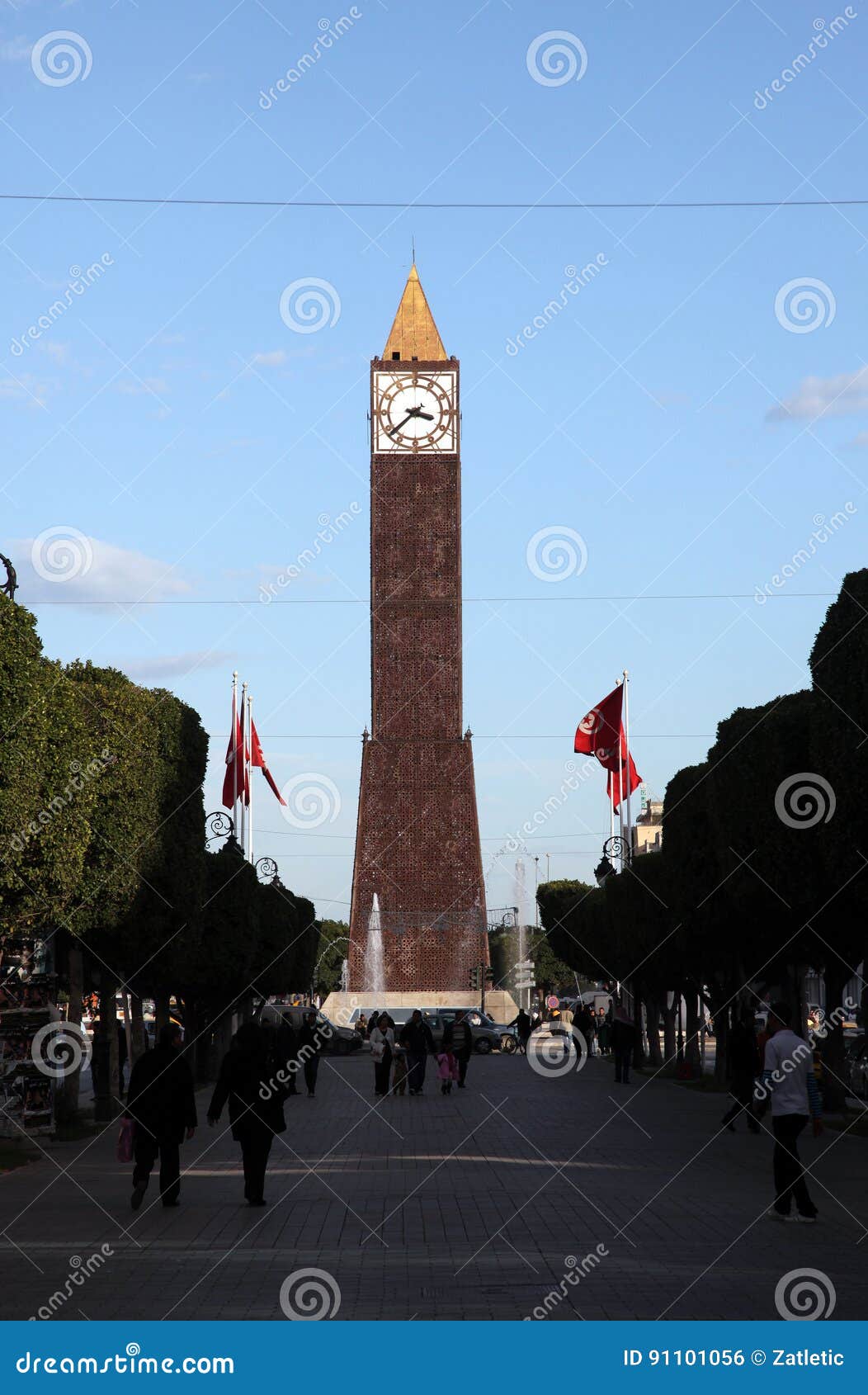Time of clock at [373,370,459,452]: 3:38
